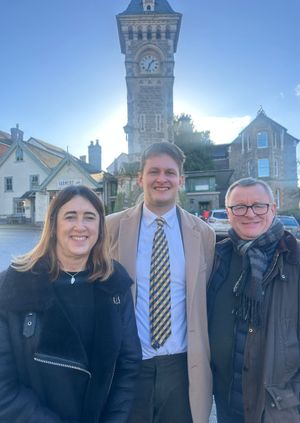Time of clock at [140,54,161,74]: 1:33
